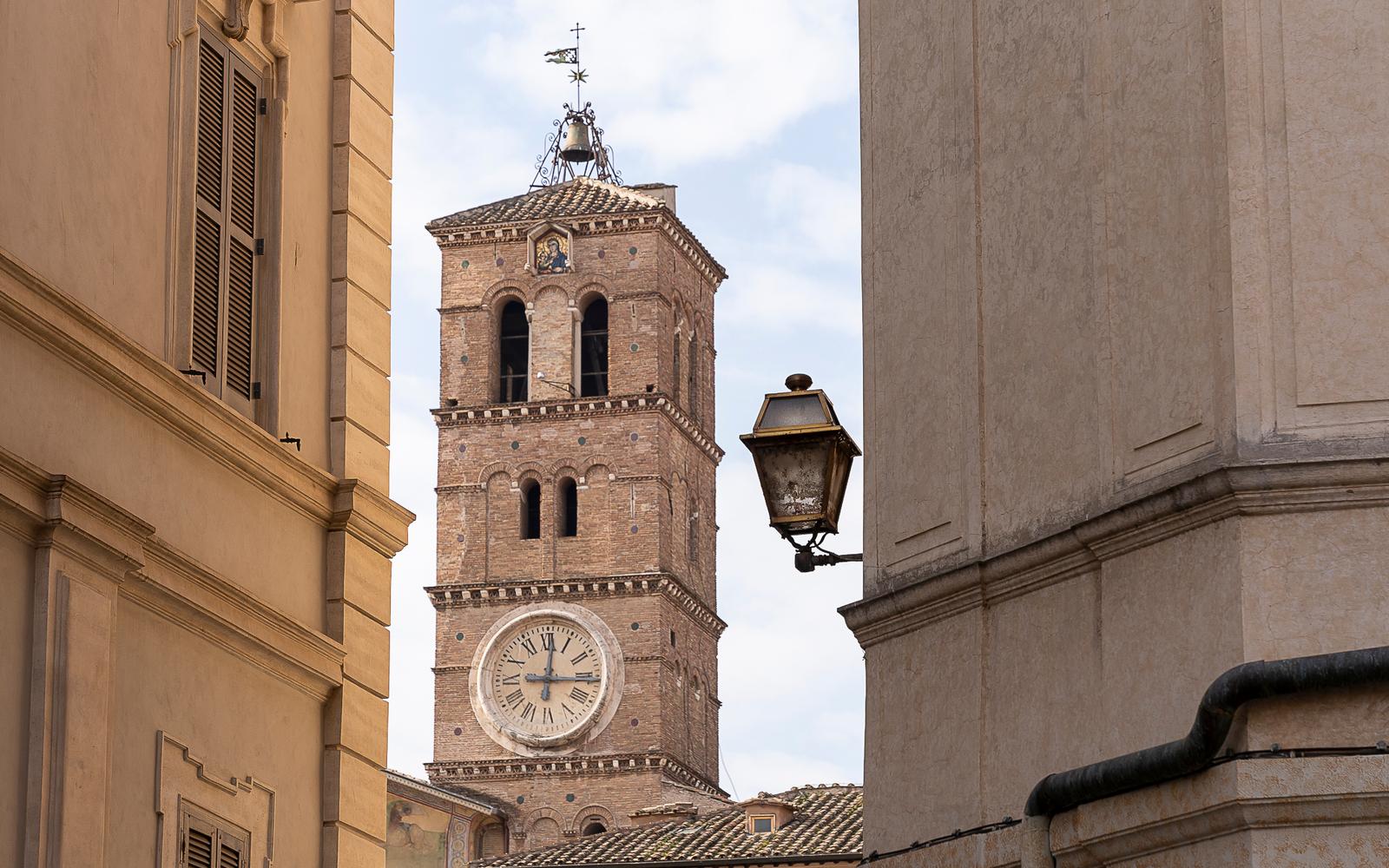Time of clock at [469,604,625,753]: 12:15
